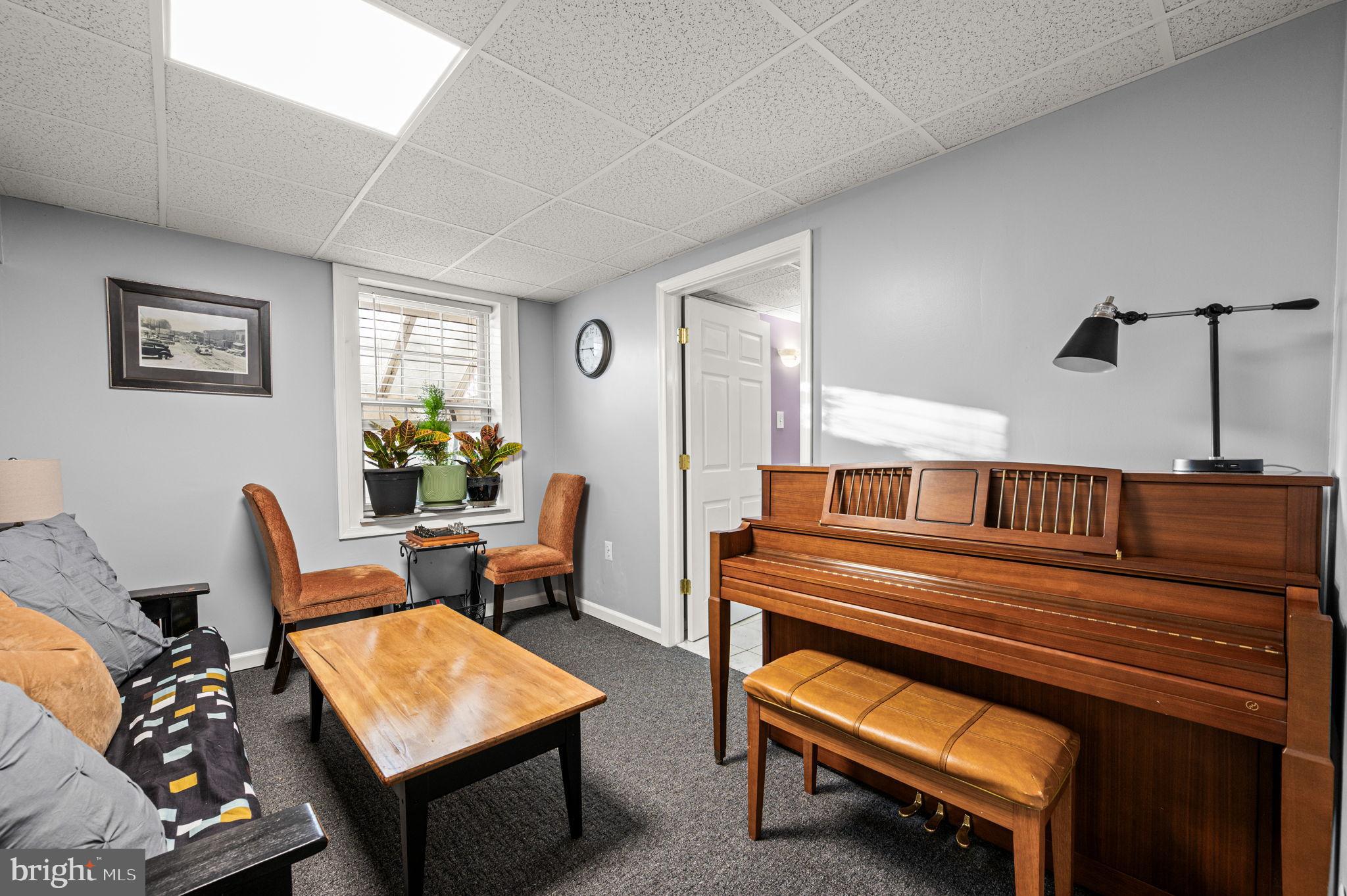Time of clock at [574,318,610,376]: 4:45
